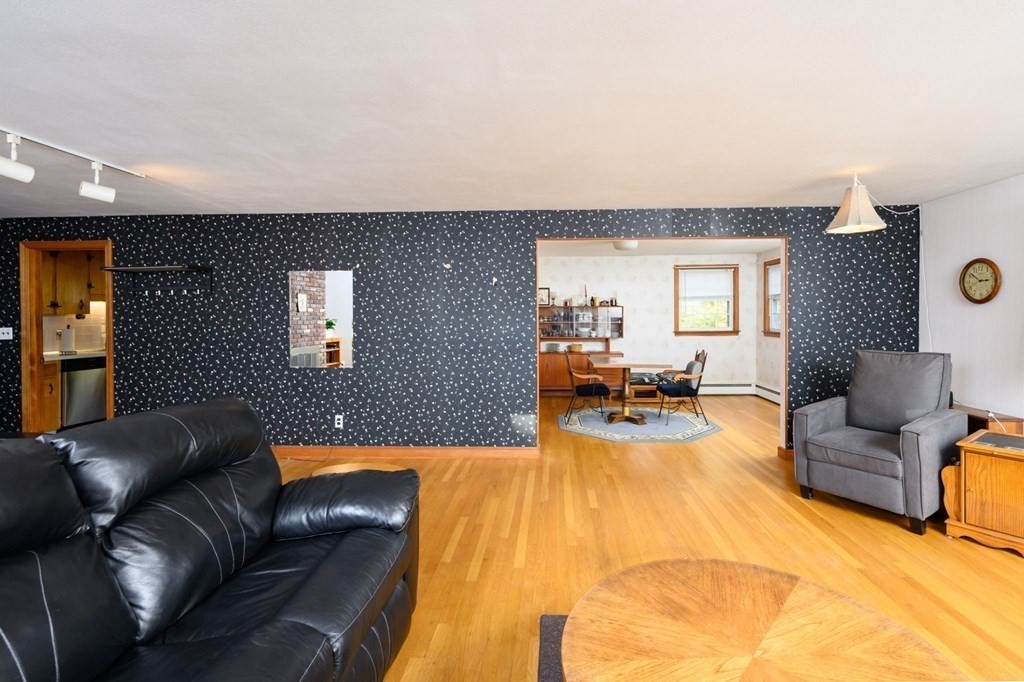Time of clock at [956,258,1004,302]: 2:51
